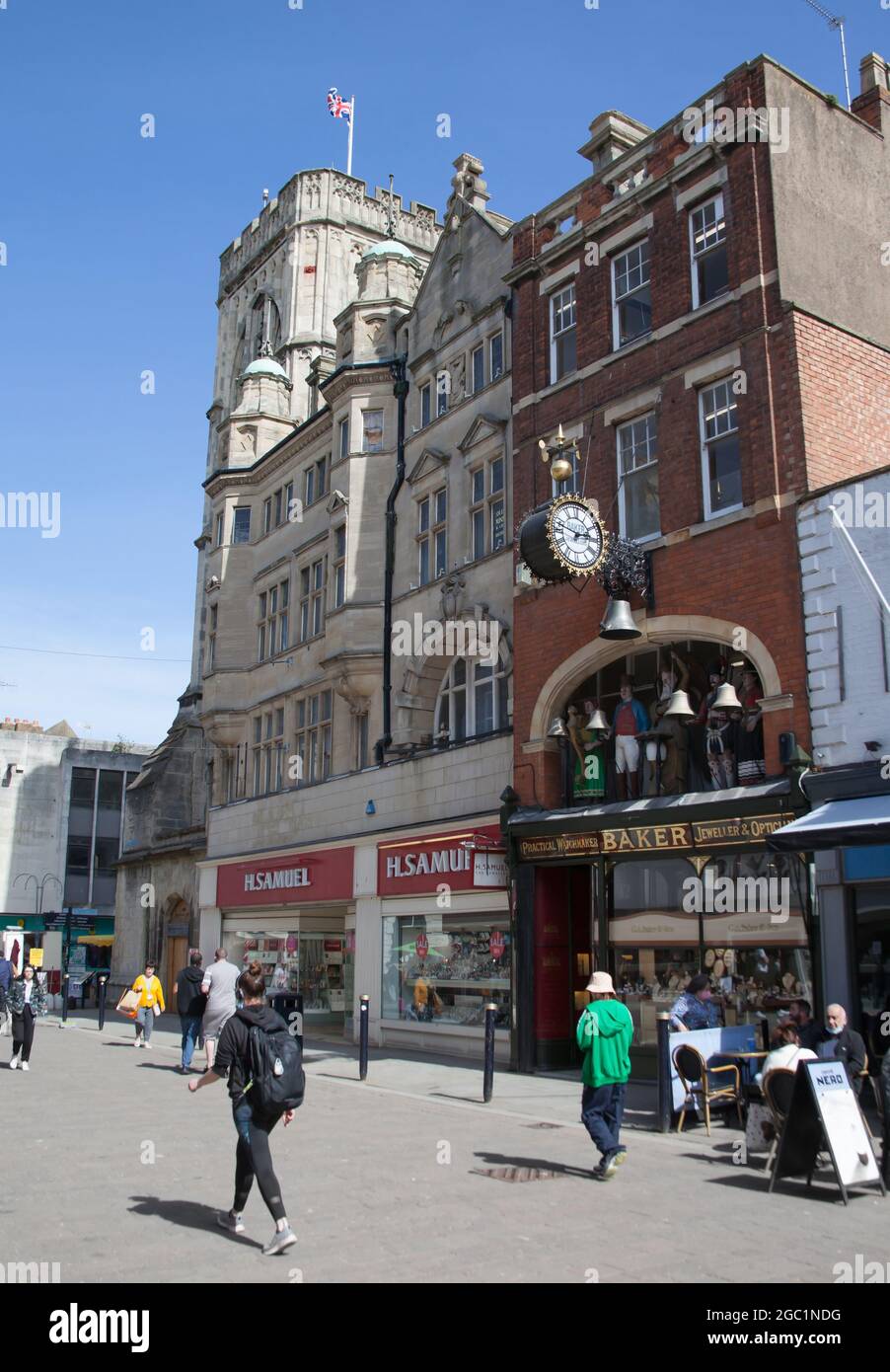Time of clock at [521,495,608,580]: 2:48
